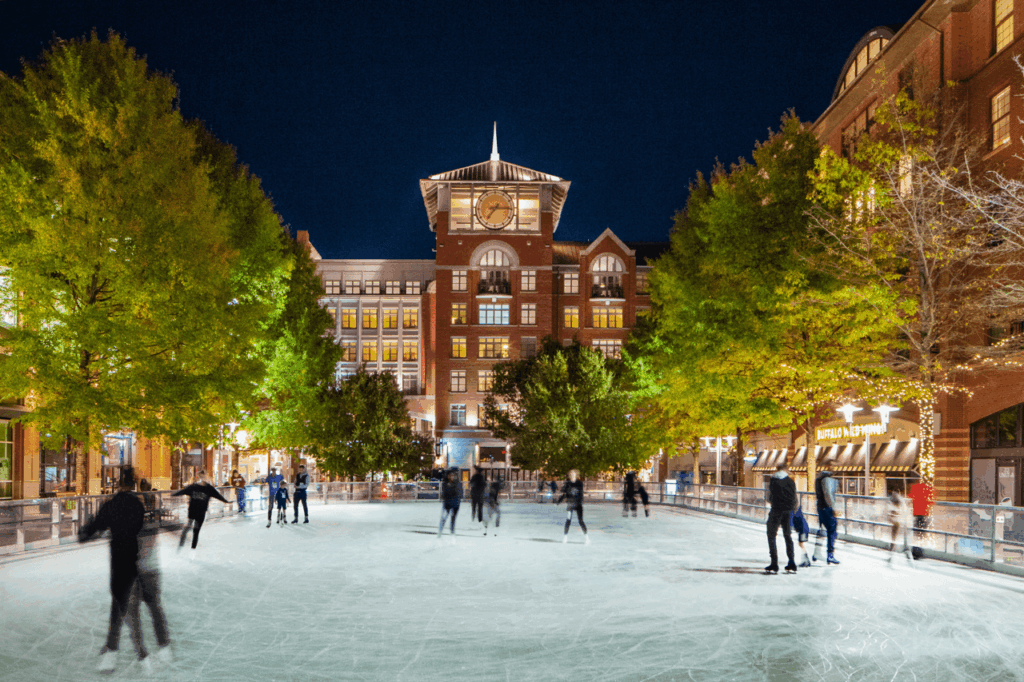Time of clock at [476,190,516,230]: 7:15
